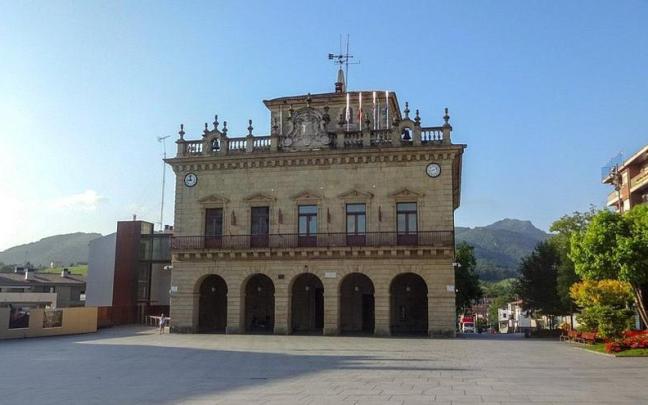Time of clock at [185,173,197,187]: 8:58
